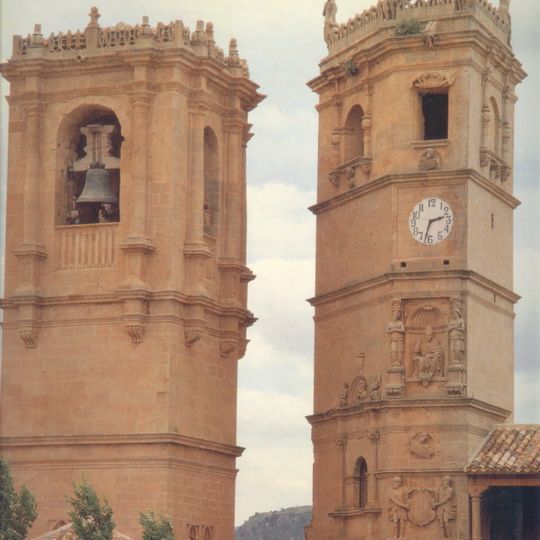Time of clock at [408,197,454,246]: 2:32
